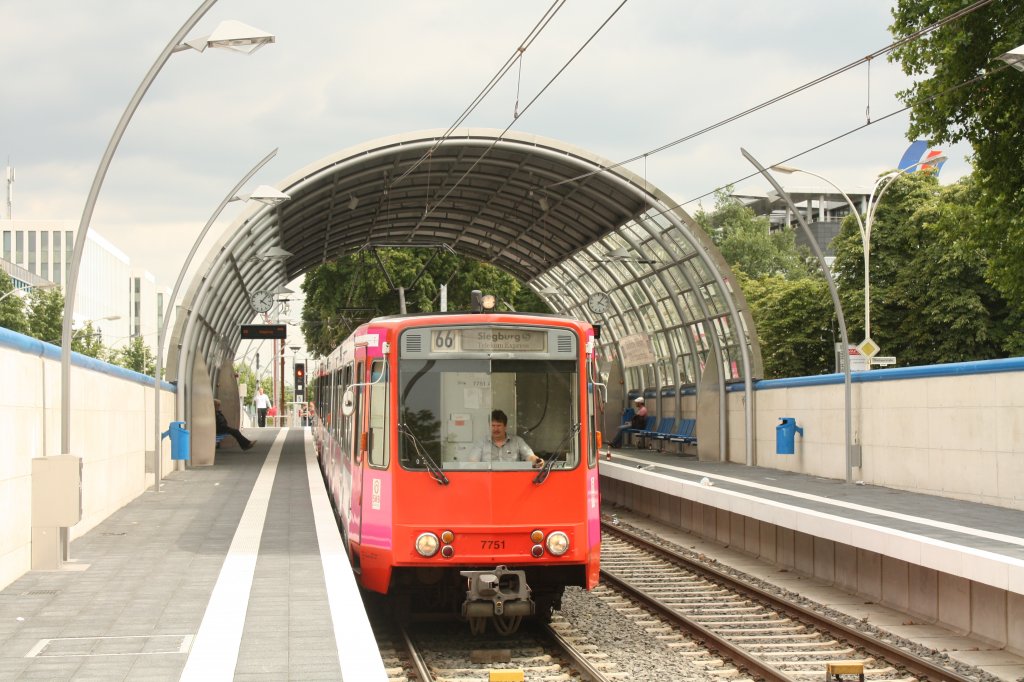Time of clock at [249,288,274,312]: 4:07
